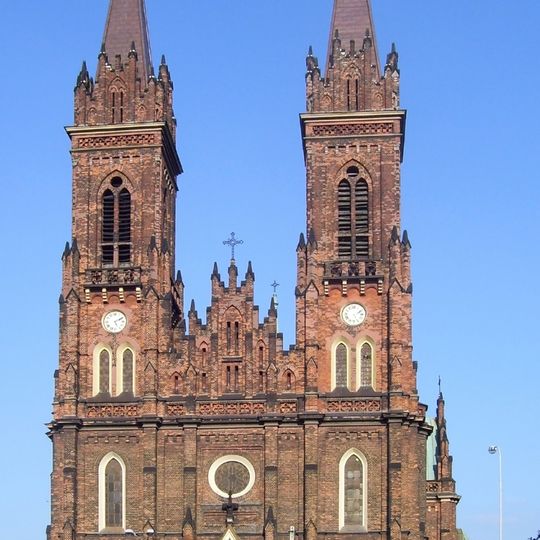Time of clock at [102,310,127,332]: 5:10
